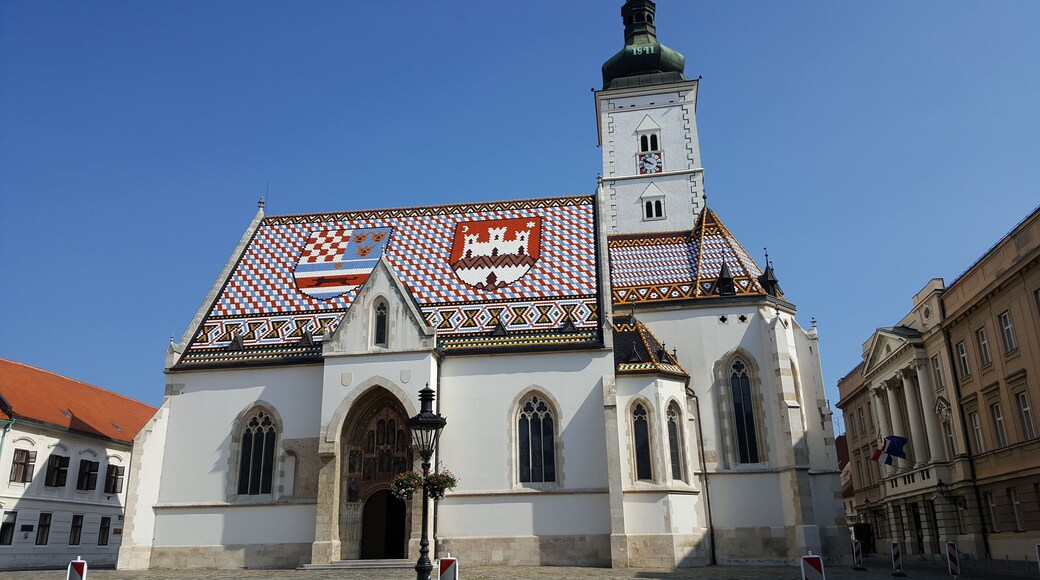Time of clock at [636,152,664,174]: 9:51
